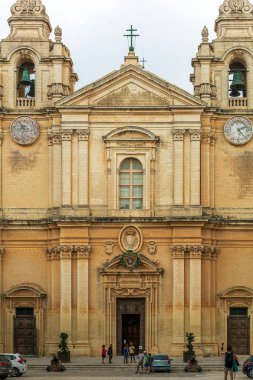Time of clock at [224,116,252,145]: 2:22
